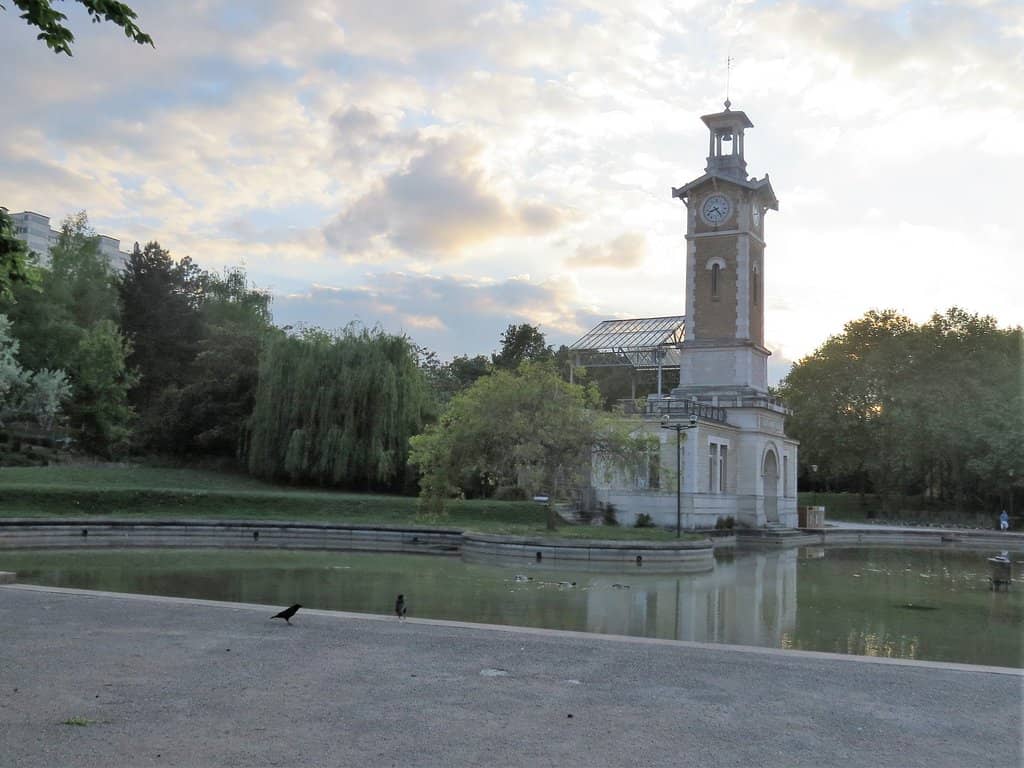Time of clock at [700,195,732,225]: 8:23
